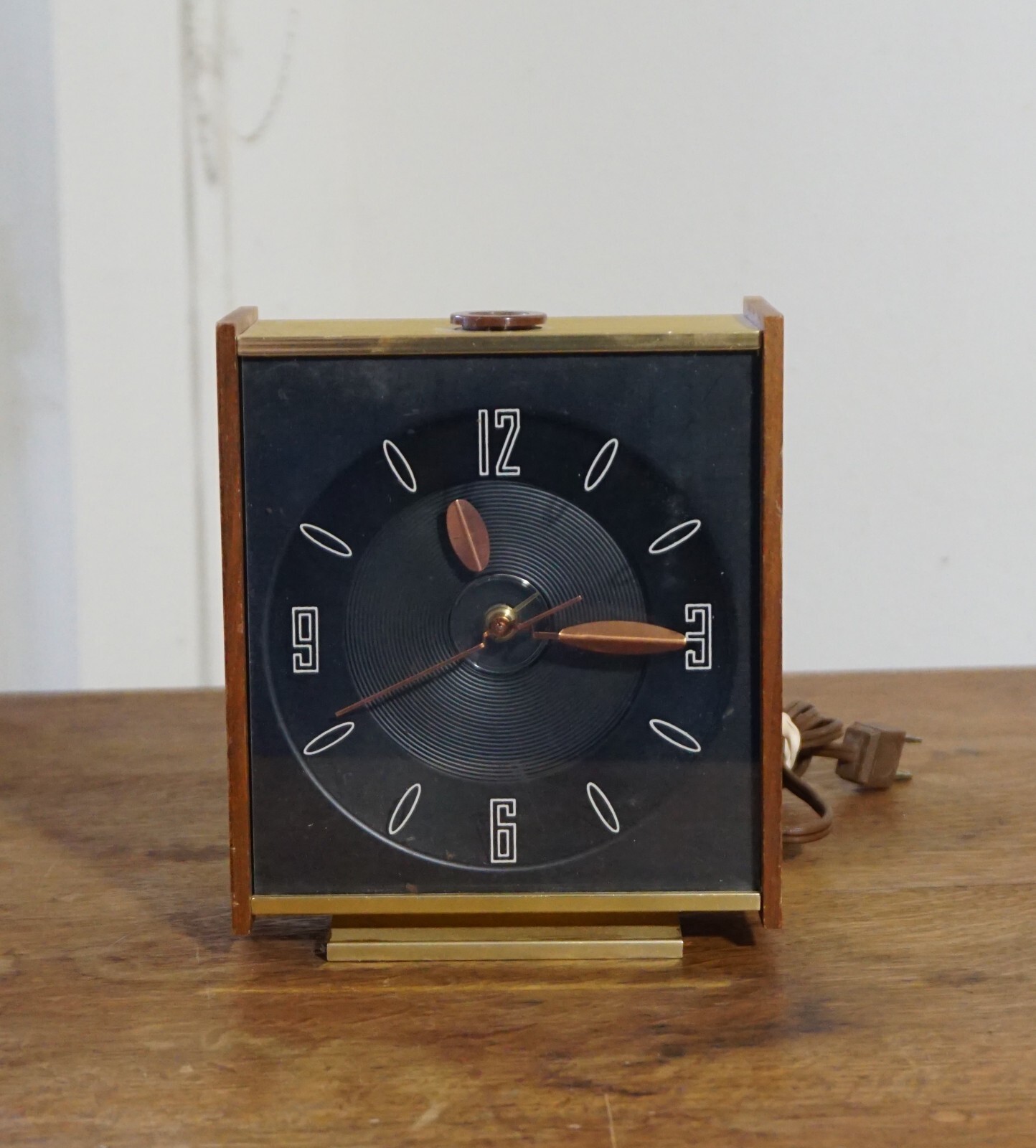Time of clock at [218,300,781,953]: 11:15
